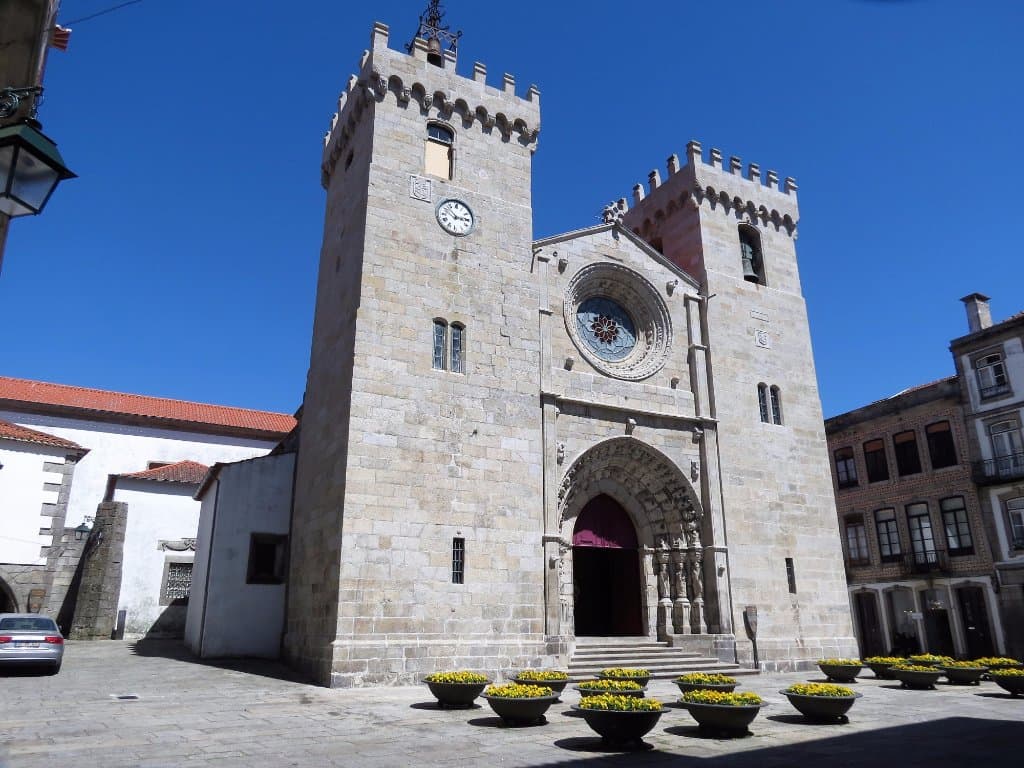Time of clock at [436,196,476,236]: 2:52
